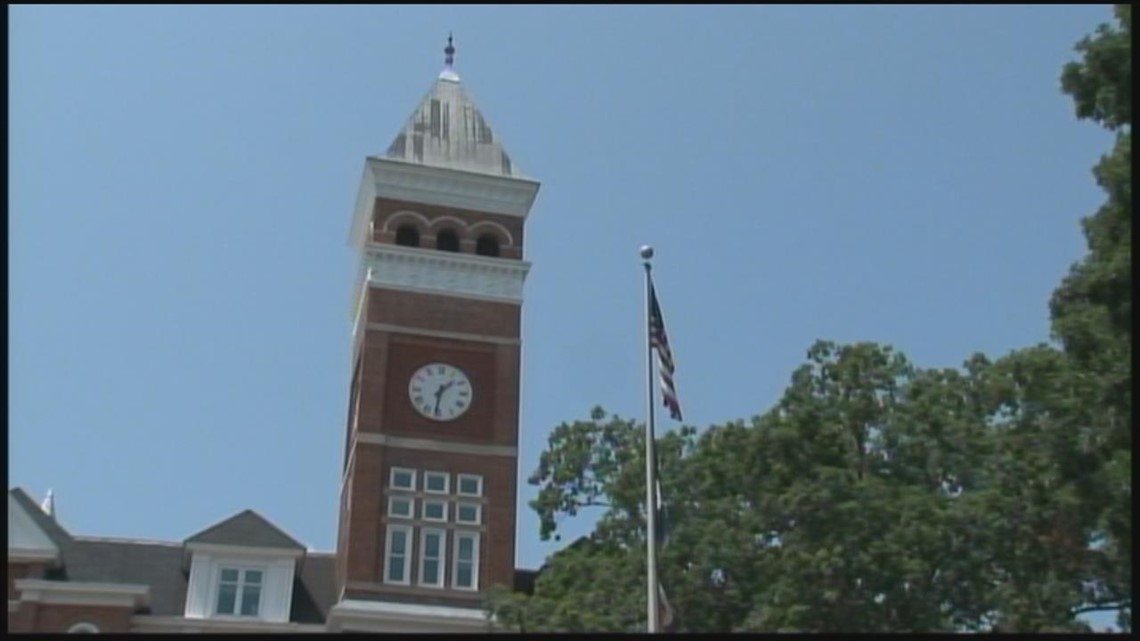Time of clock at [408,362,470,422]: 1:31
